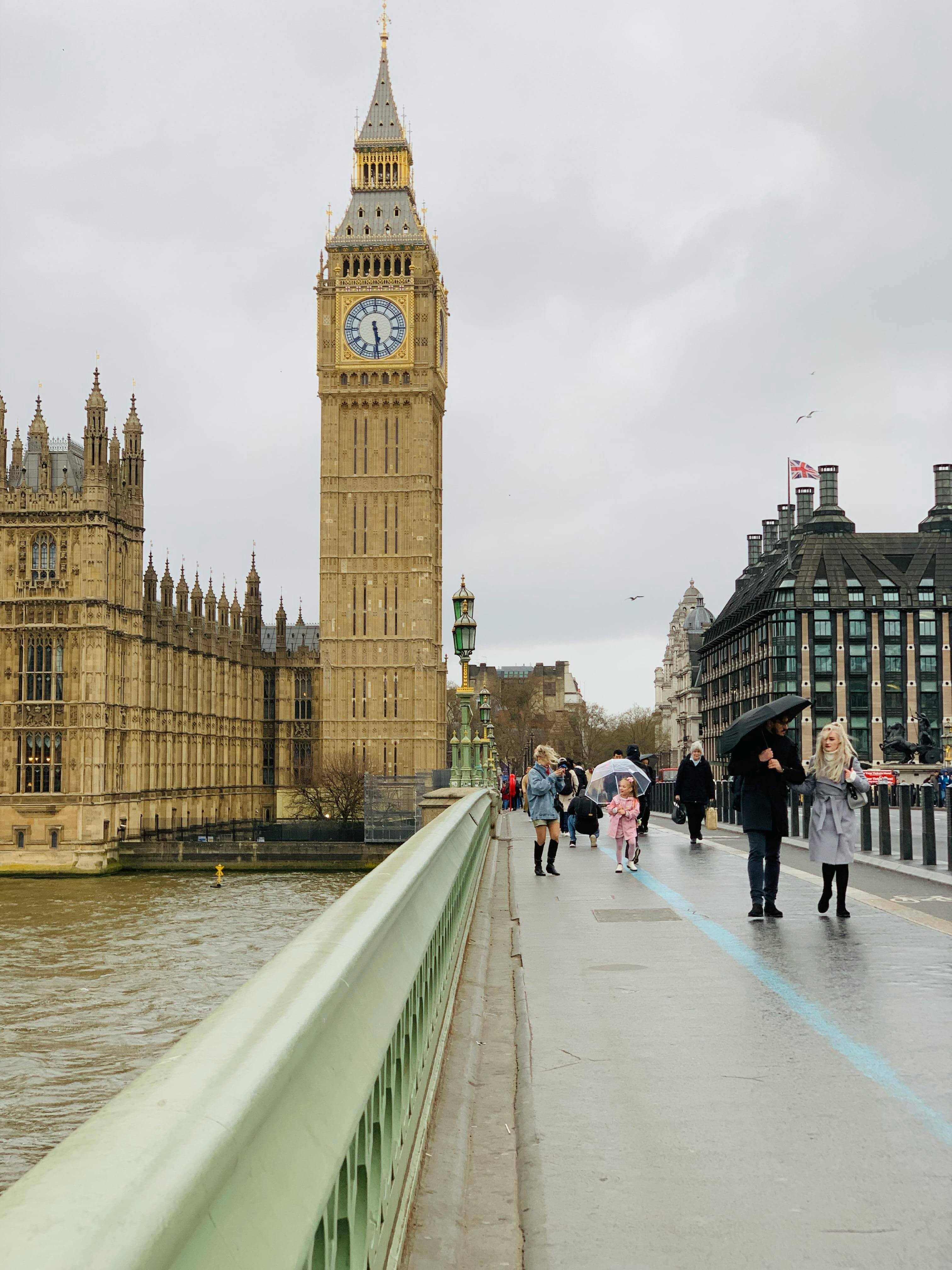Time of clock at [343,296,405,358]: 5:29
